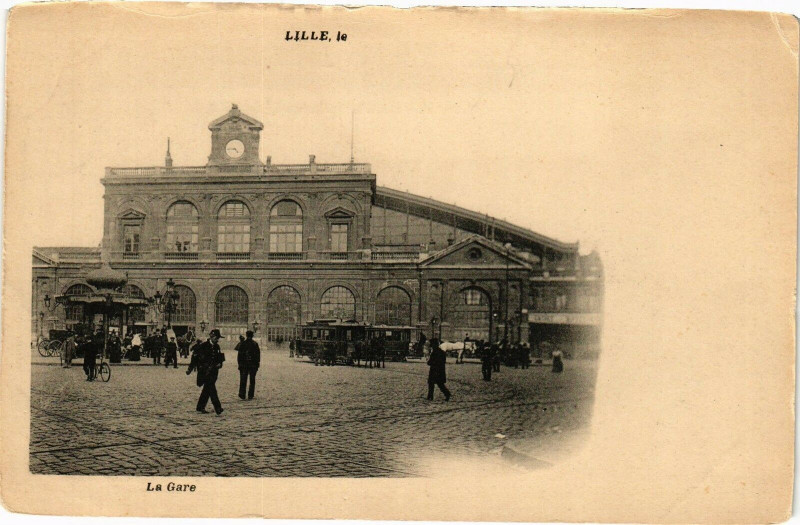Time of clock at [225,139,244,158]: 4:44
